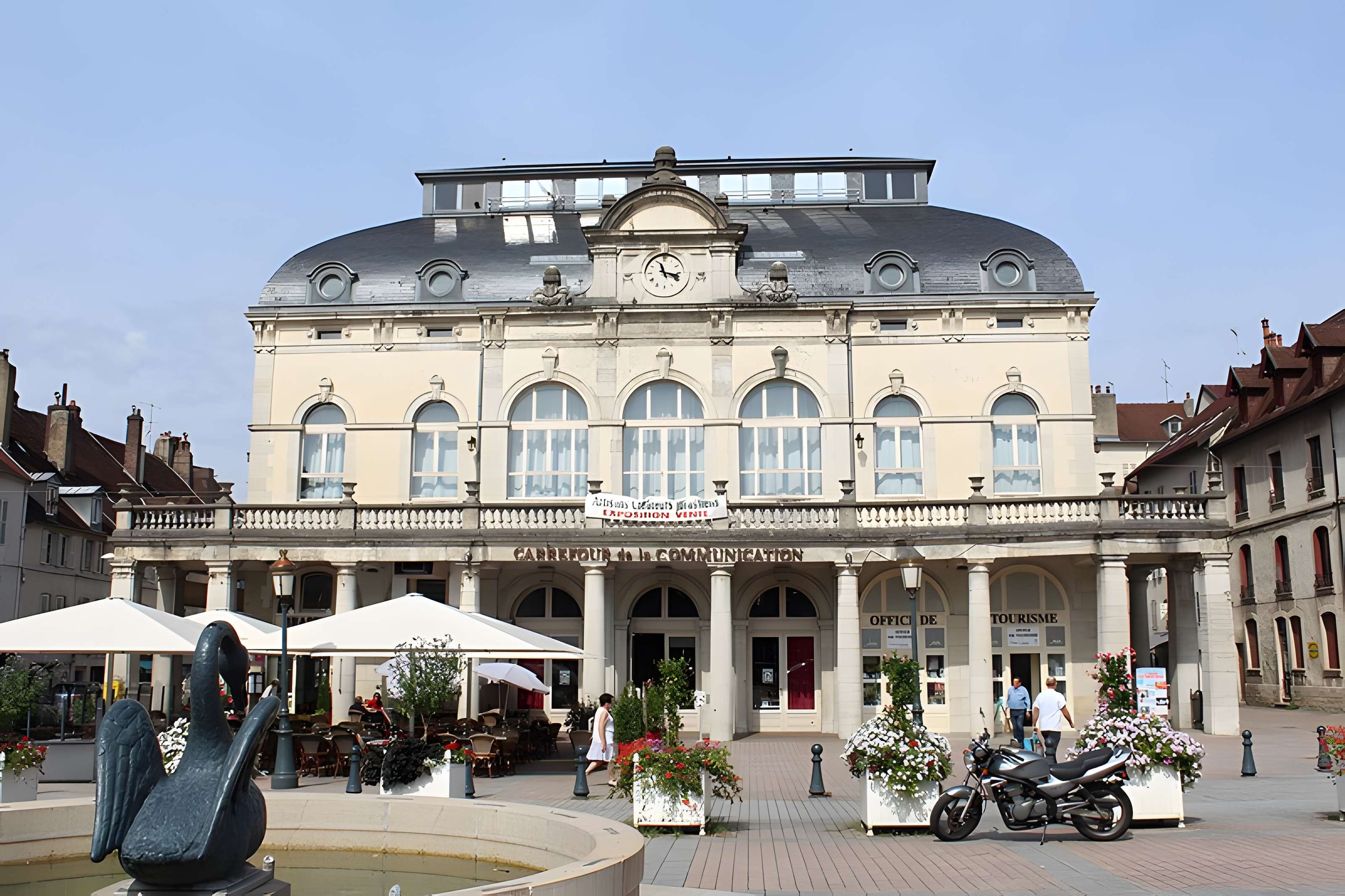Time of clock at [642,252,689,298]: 11:17
